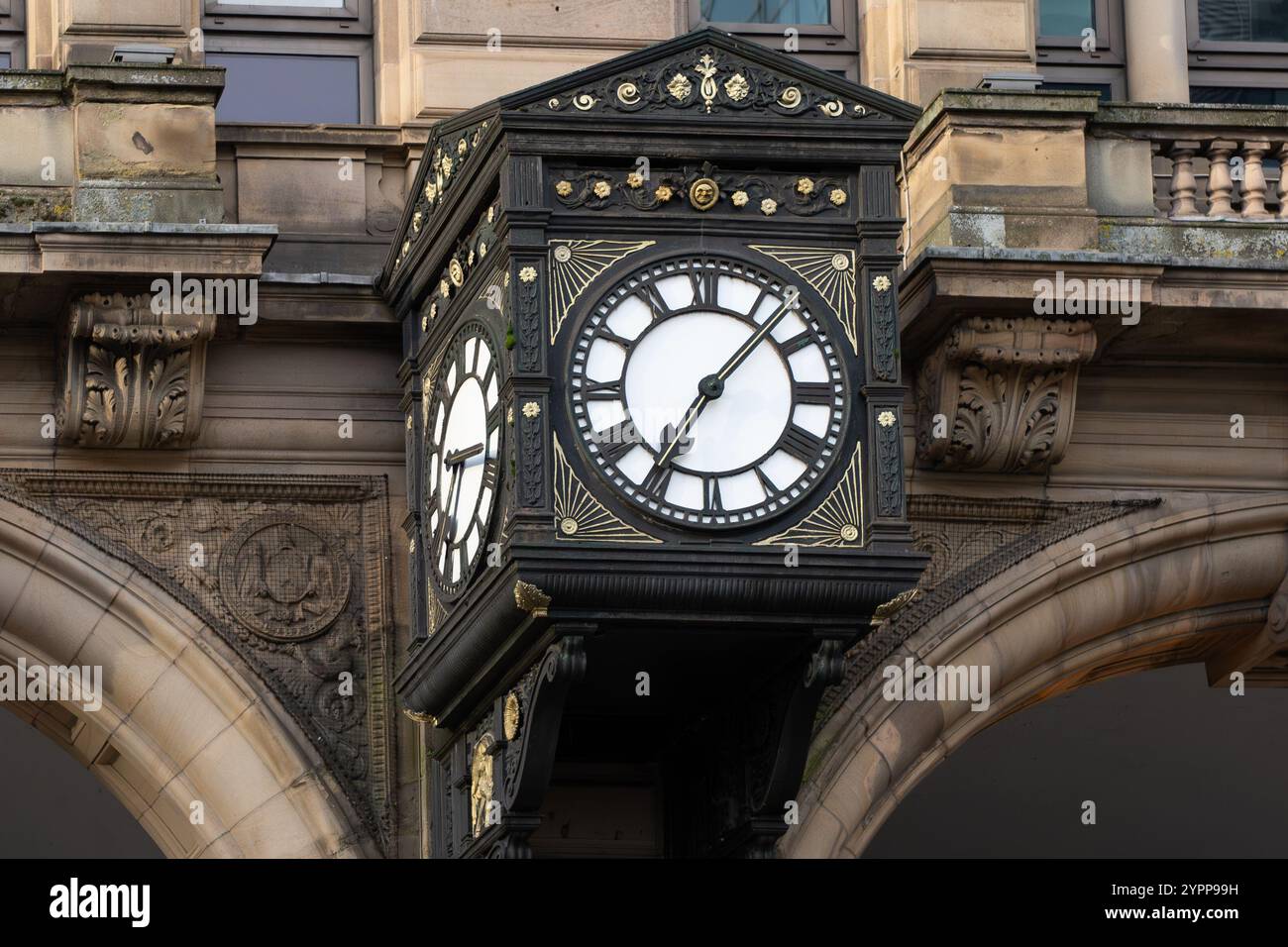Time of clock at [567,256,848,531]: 7:07
